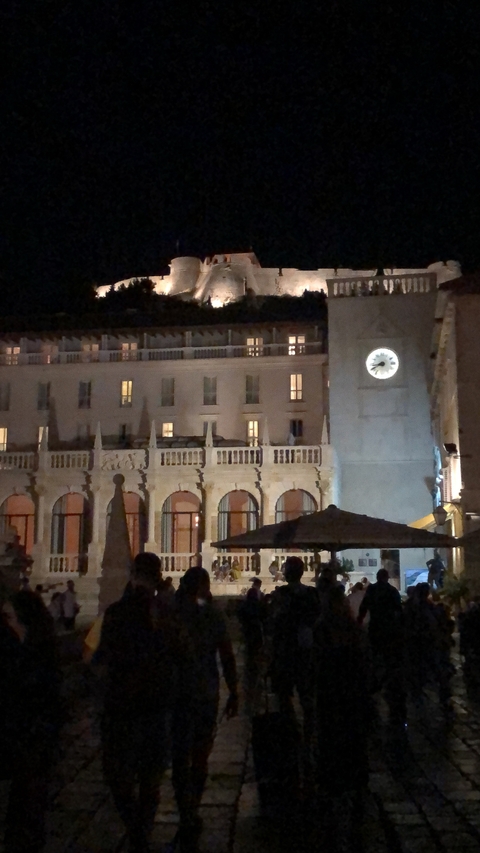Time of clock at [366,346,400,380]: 8:40
